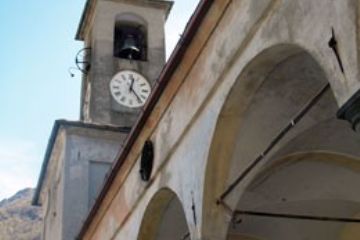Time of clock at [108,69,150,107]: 12:23
